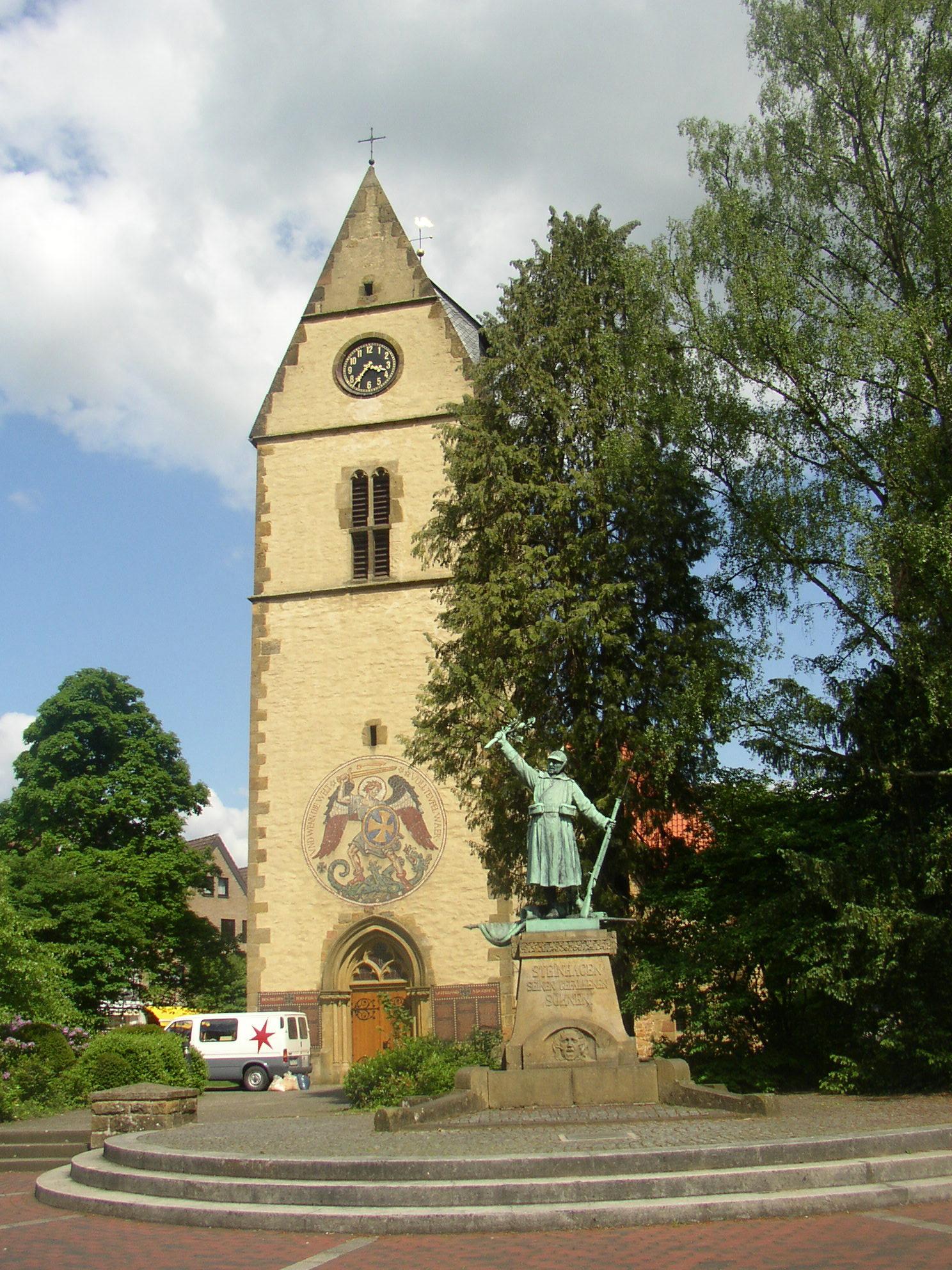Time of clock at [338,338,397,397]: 3:36
